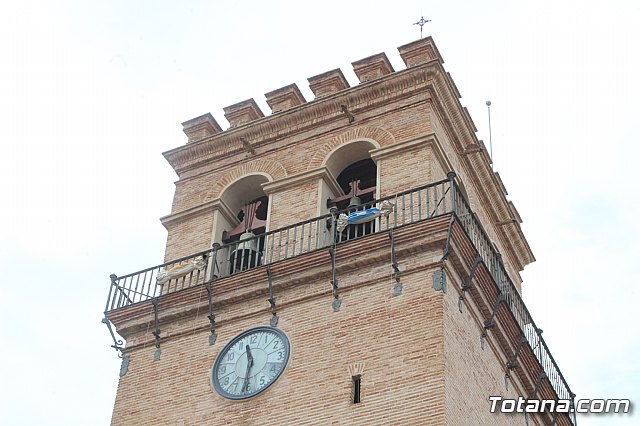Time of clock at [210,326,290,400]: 11:31
